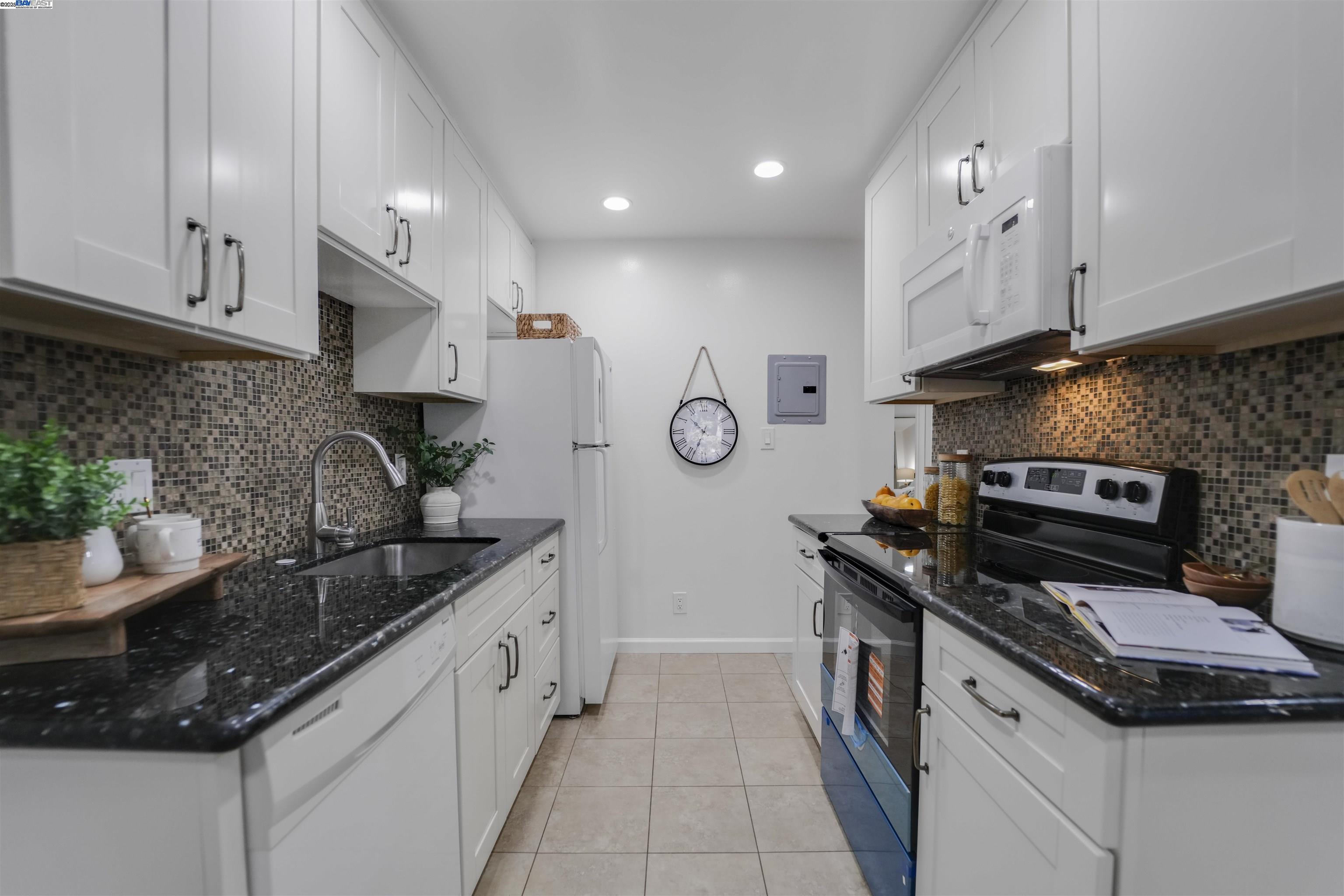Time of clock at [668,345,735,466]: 10:33
